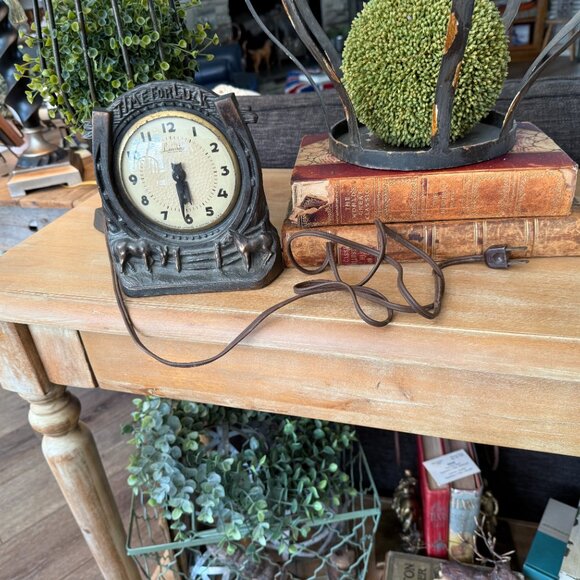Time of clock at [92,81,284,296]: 5:30
